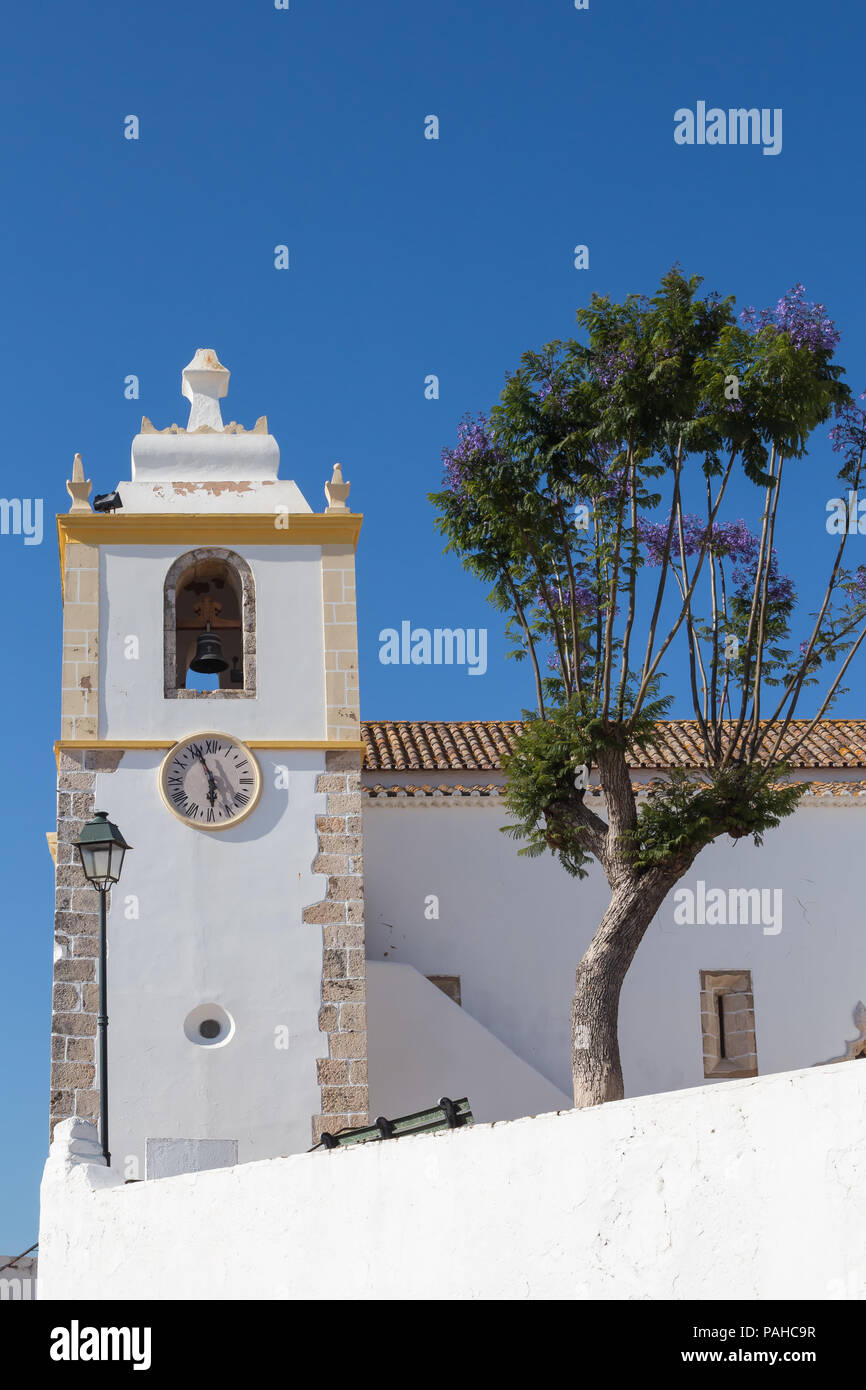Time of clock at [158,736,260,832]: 5:56
